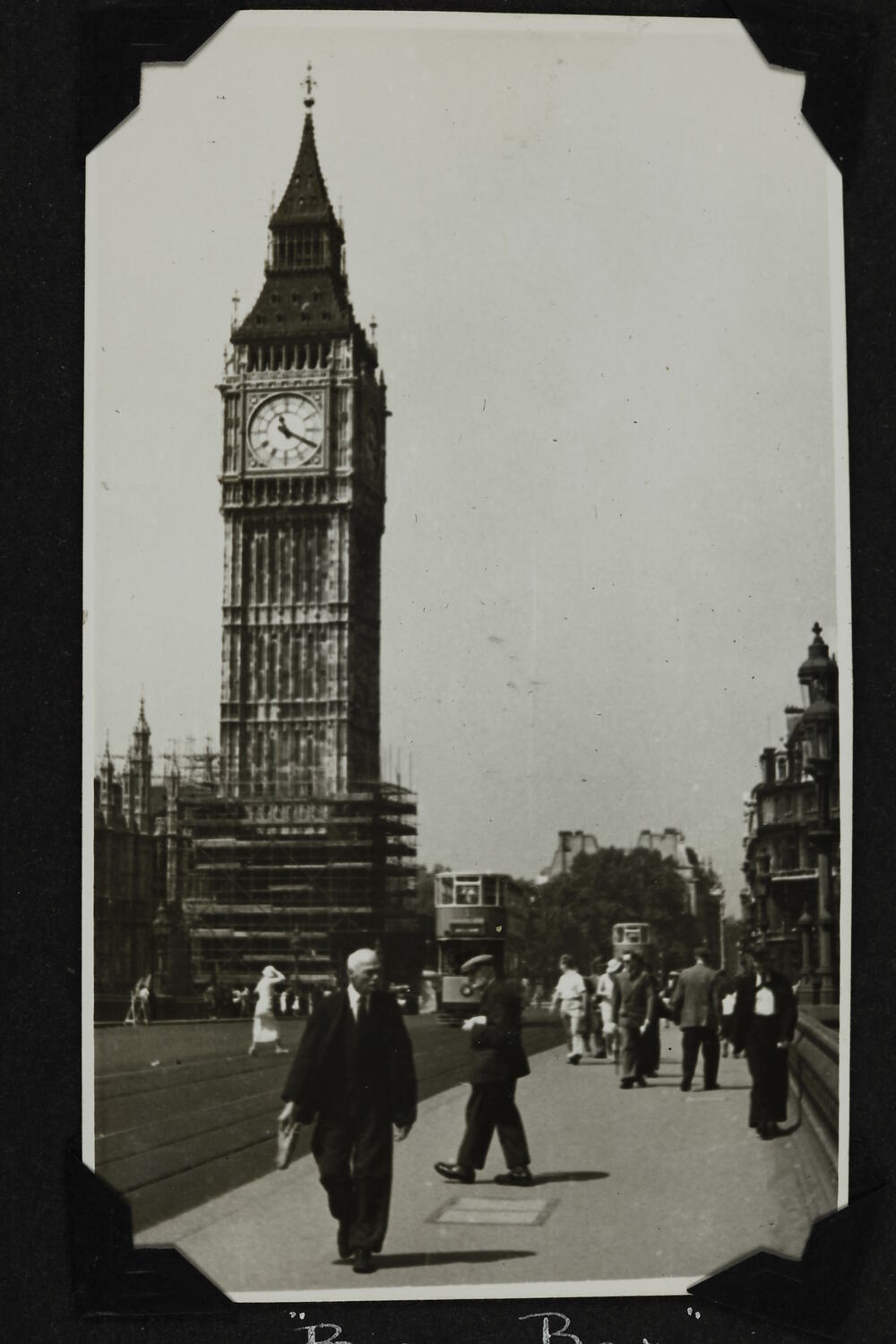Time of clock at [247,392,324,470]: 11:19
